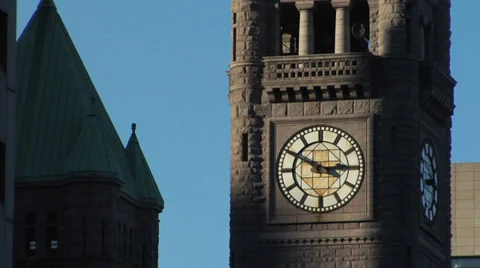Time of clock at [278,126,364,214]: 2:49
